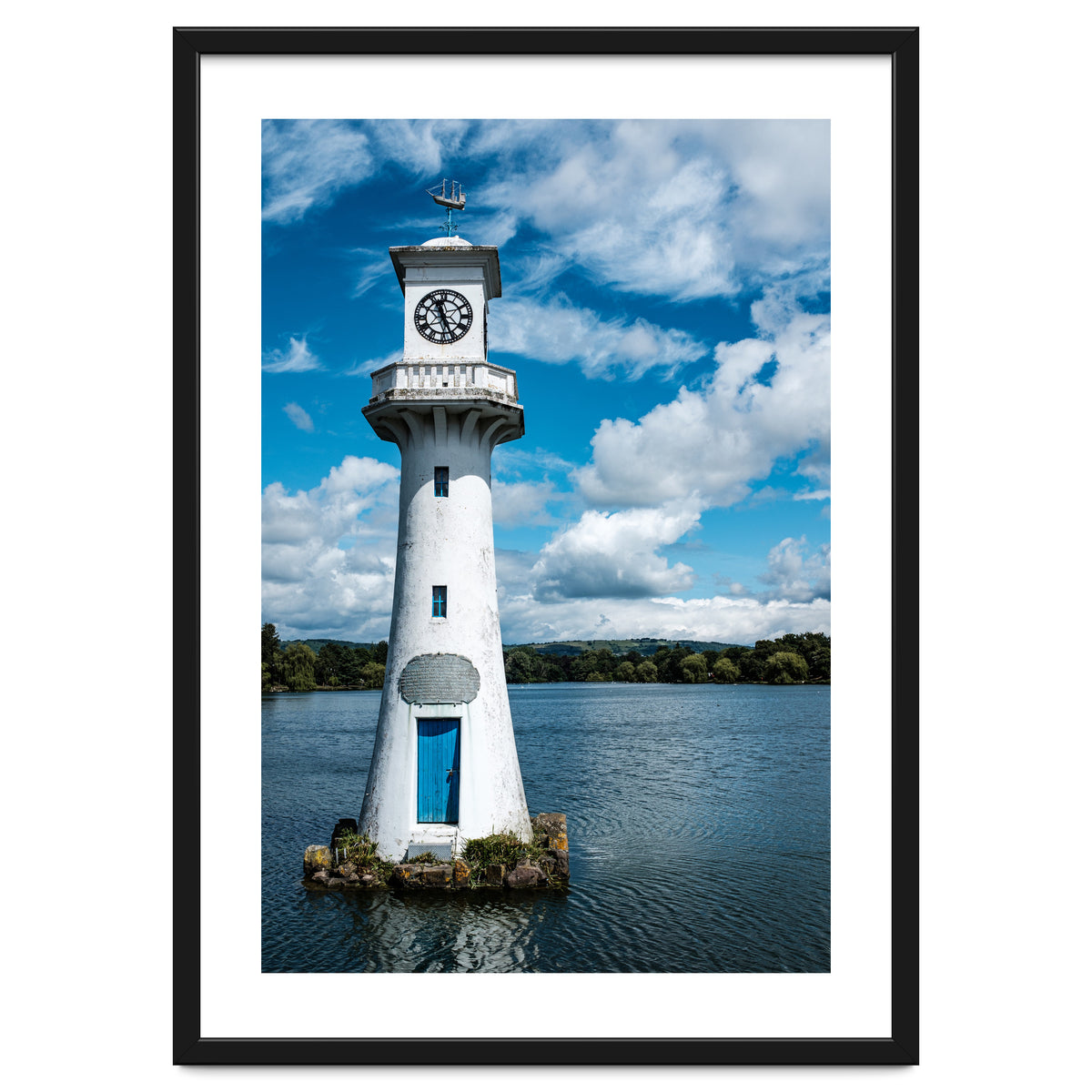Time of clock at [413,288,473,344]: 11:25
